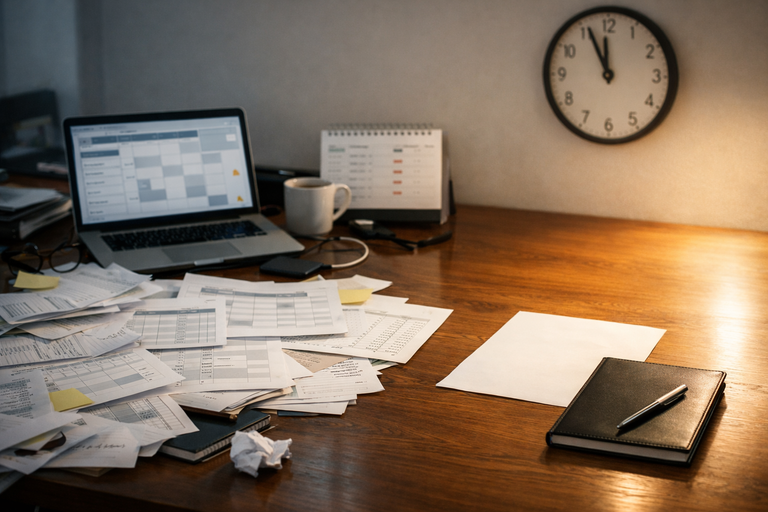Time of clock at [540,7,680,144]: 11:55
